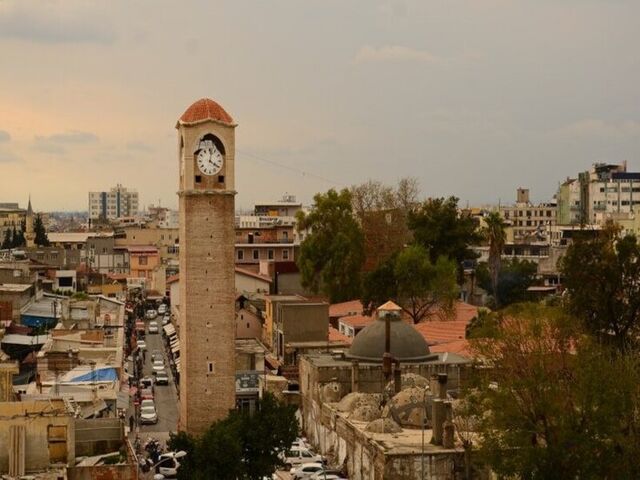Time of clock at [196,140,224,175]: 4:02
